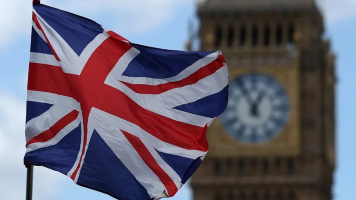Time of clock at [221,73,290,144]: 12:55
